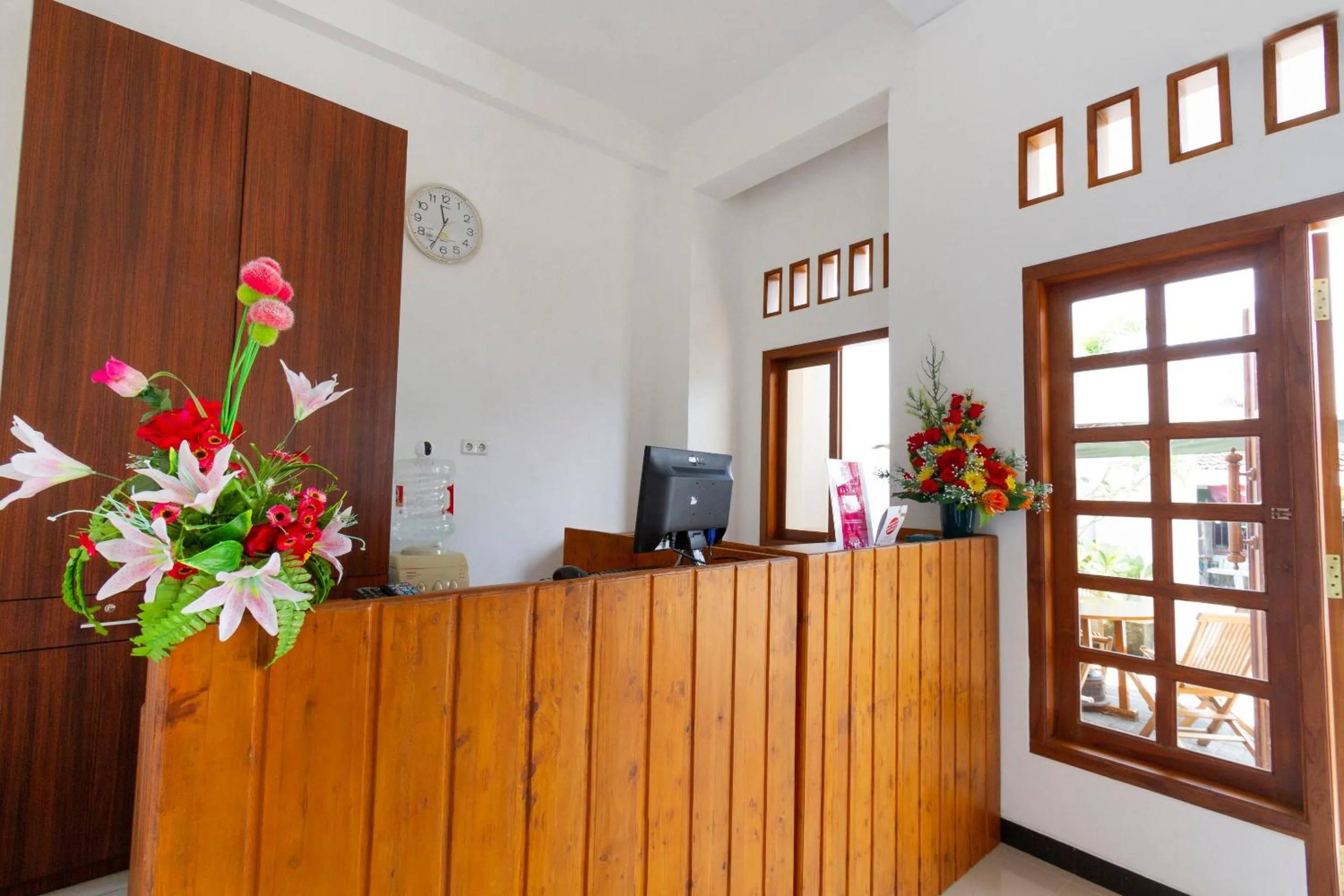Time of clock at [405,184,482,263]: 11:34
